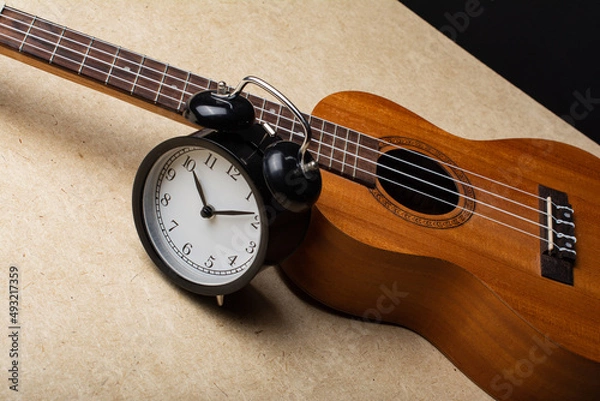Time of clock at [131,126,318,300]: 11:13
